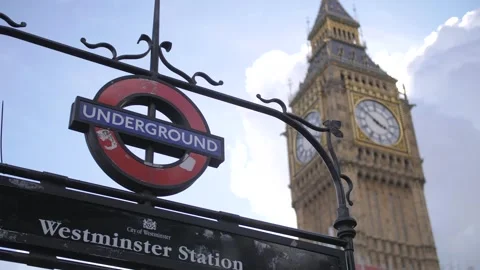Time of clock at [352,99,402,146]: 3:51
